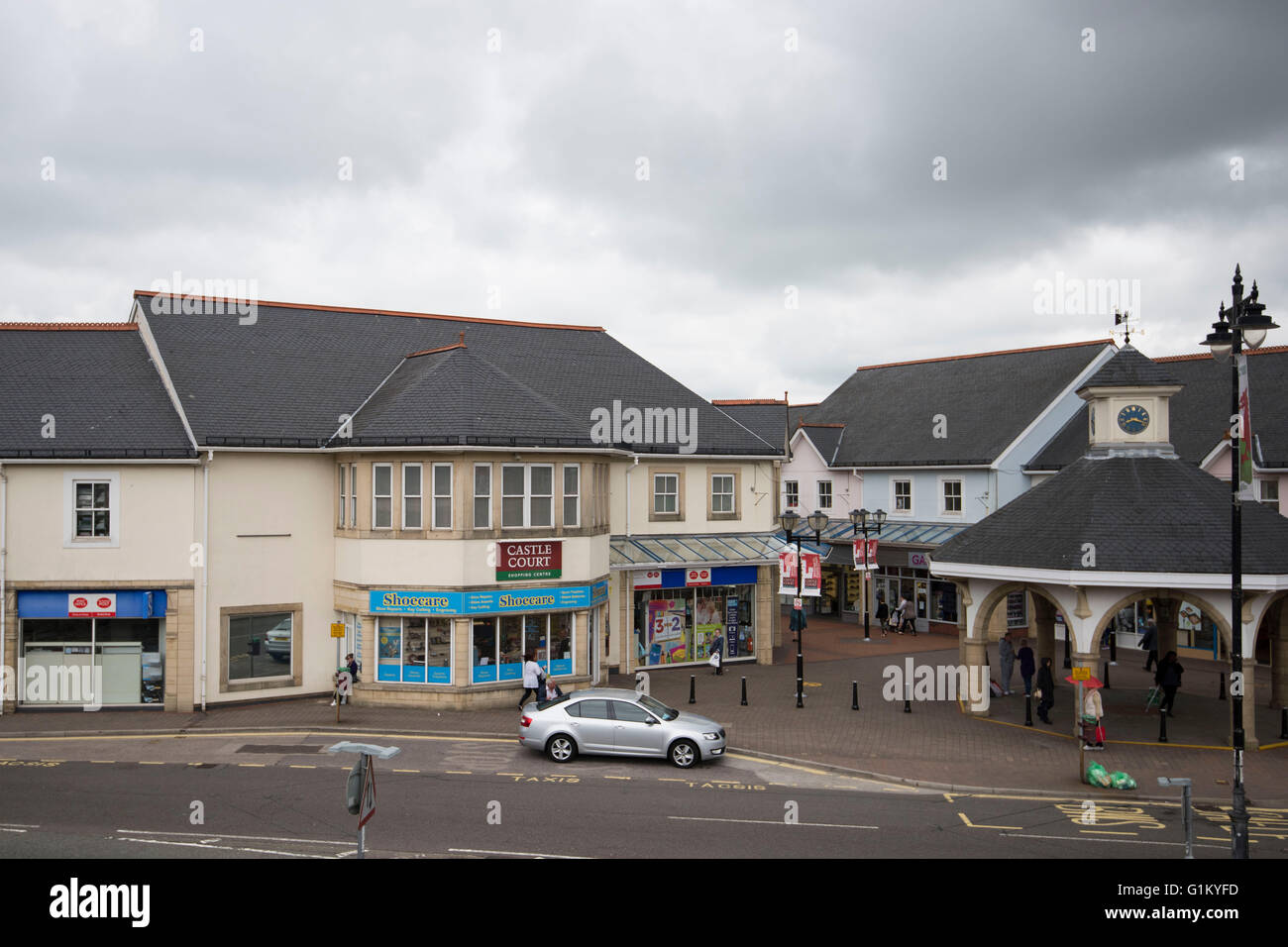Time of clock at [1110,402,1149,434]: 8:17
